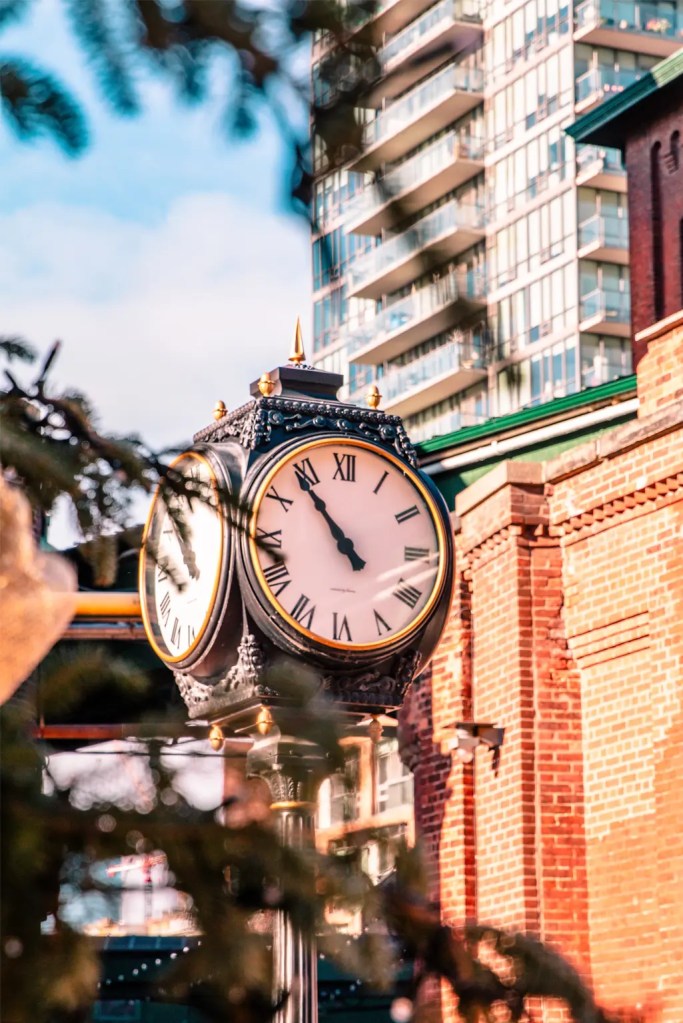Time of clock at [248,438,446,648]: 10:53
